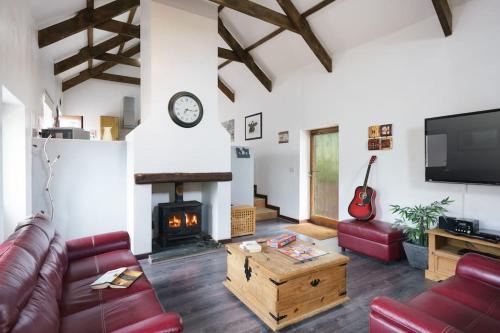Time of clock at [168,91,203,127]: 7:15
